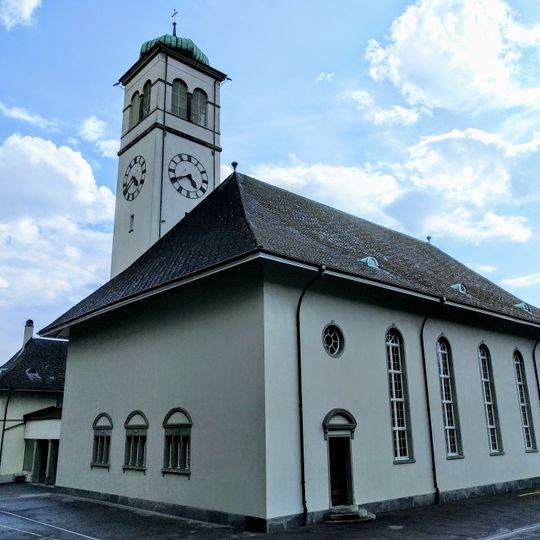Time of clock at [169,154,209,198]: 4:40
